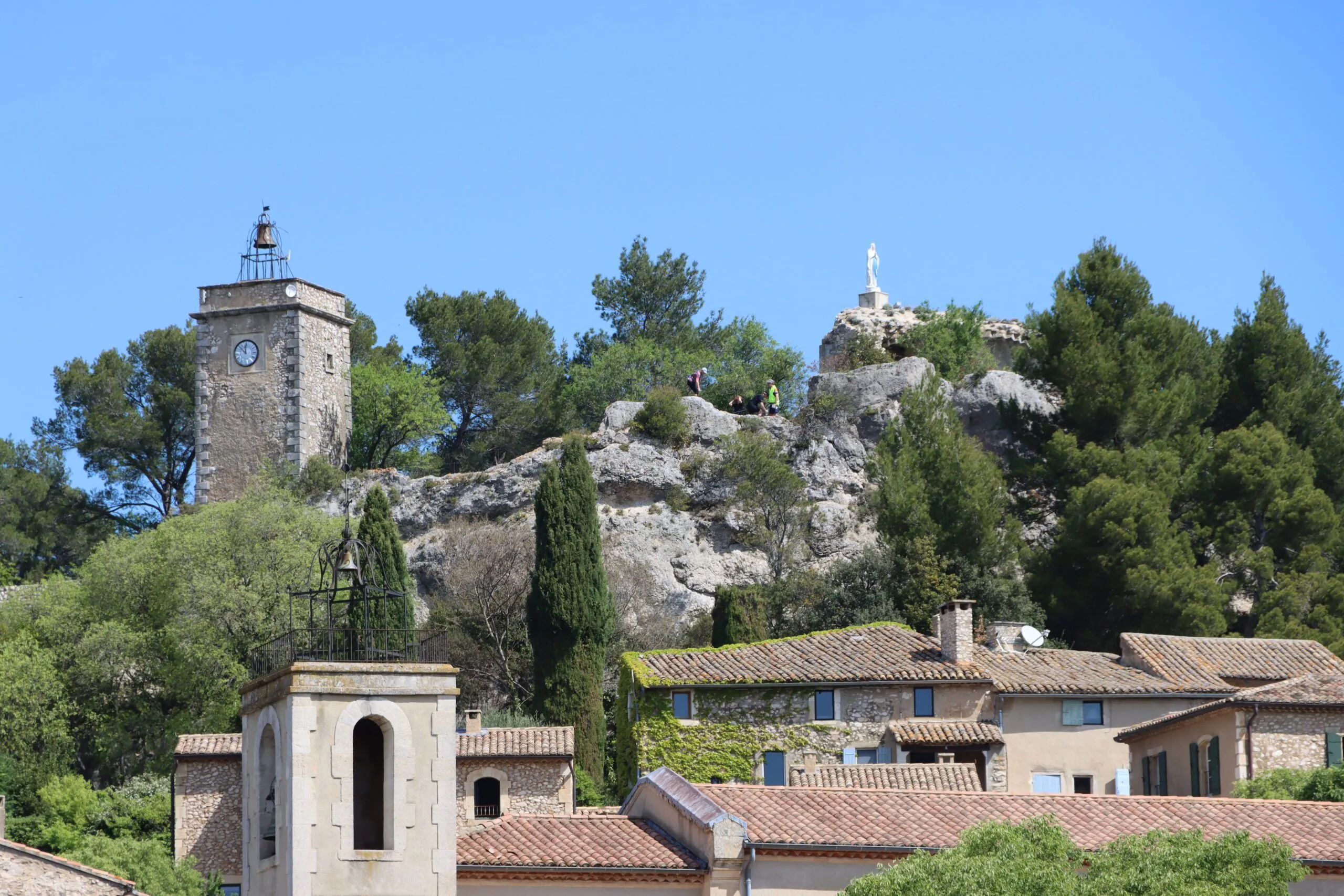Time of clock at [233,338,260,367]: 11:52
